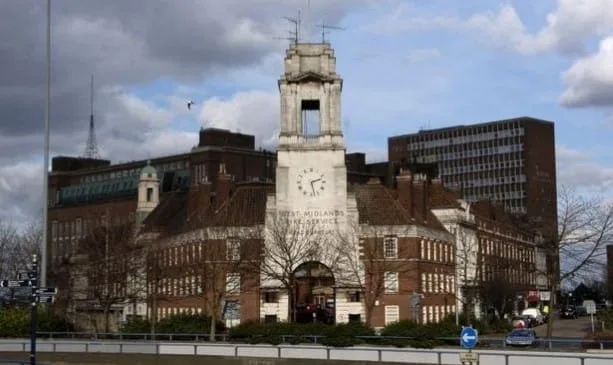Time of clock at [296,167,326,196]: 2:27
